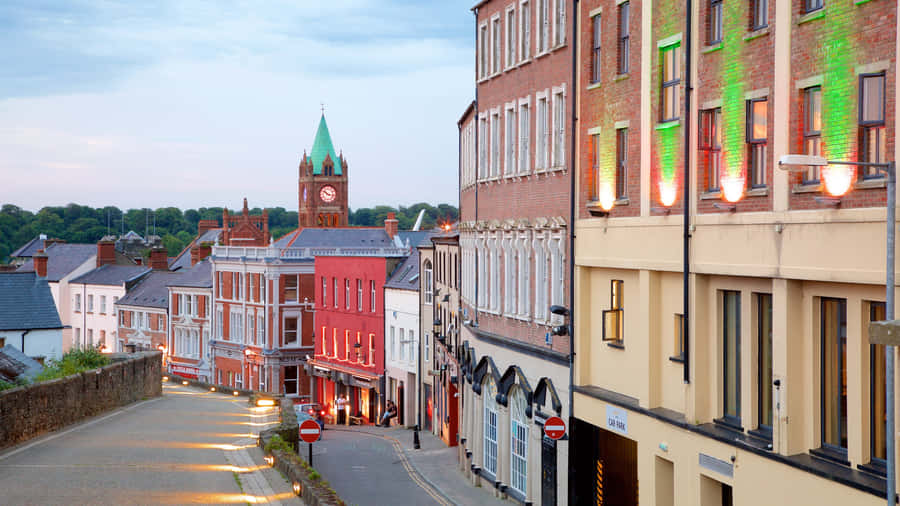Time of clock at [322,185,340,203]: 10:16
